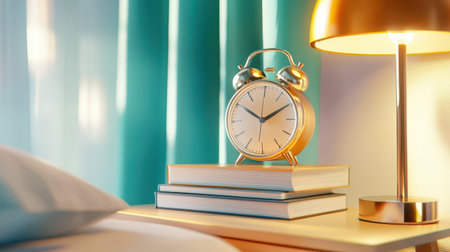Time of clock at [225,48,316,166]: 1:50
